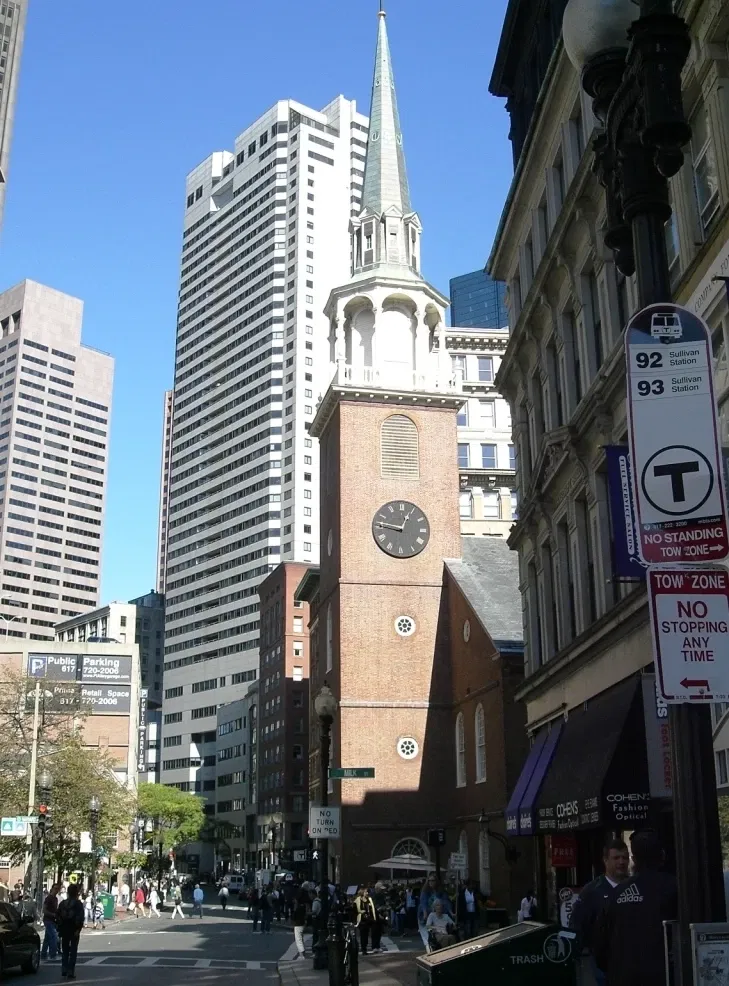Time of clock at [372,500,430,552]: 12:46
